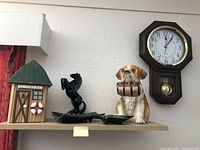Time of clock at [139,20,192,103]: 12:05
